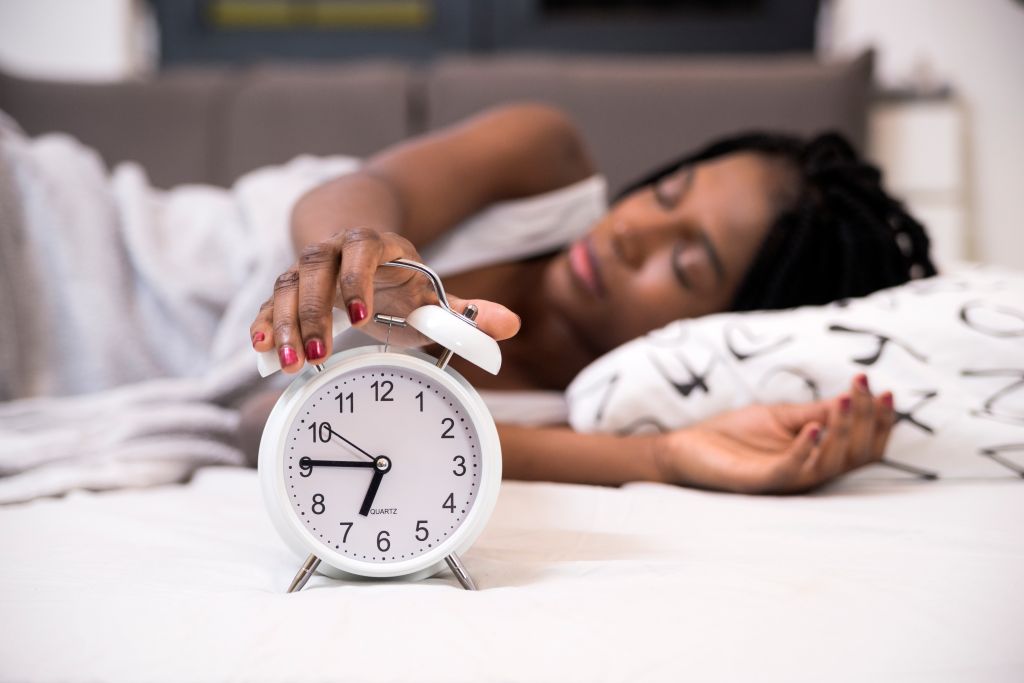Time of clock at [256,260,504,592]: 6:45
